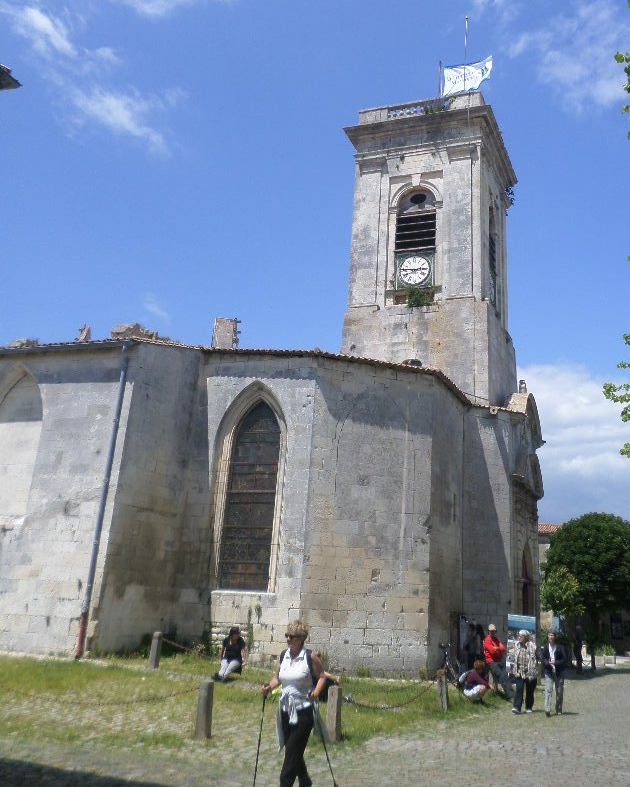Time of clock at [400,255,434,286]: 2:46
